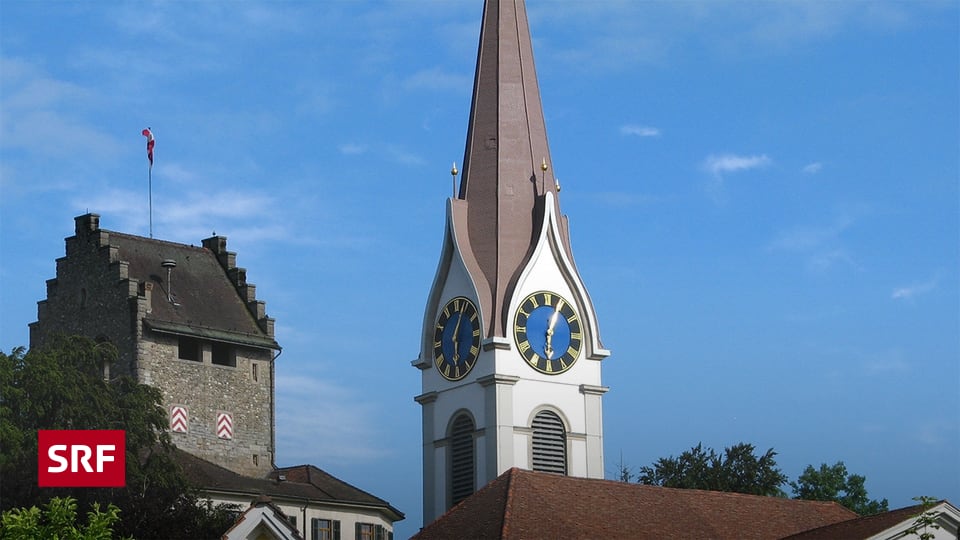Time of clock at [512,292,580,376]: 6:04
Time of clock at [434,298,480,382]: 6:03
